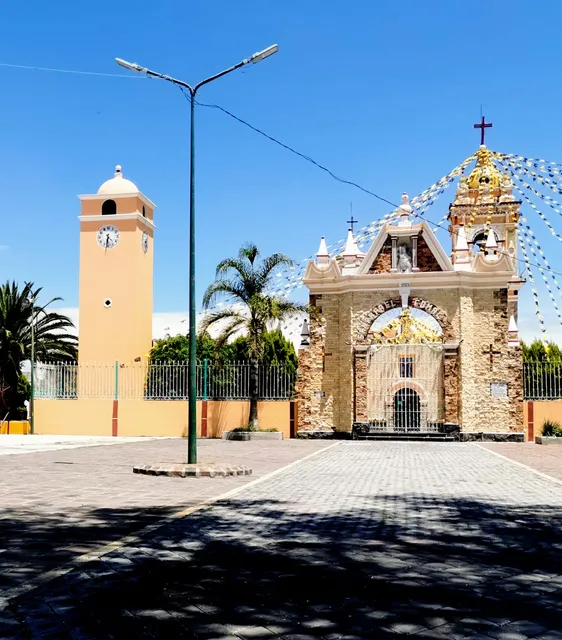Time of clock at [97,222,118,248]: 4:31
